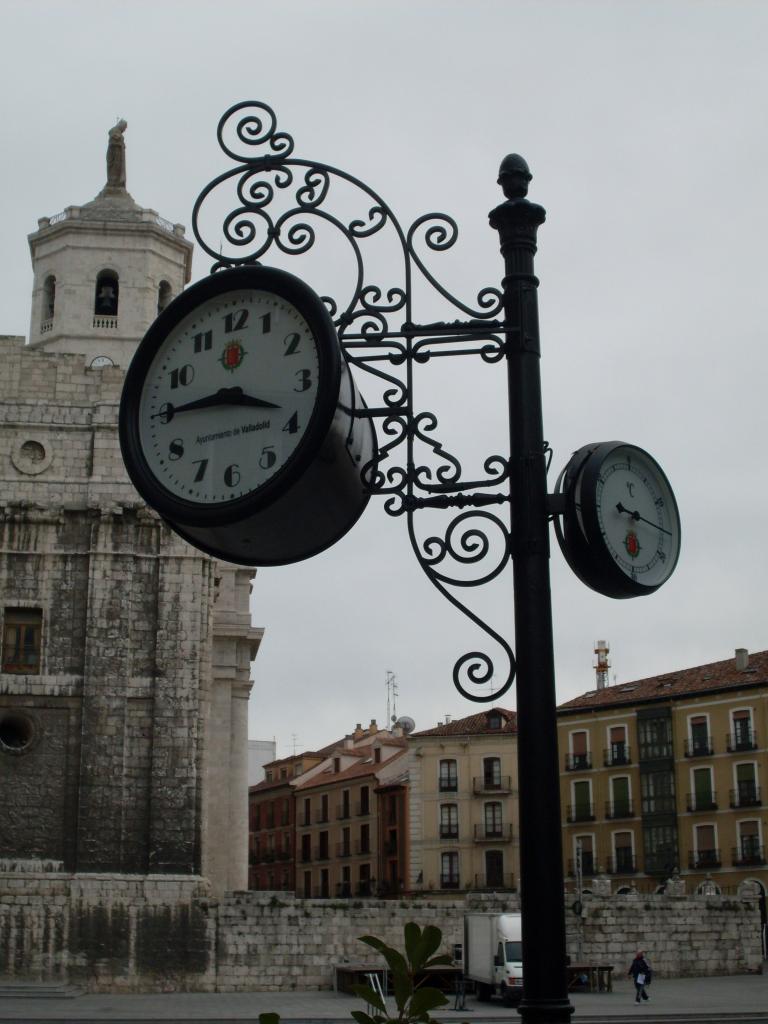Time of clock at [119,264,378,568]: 3:45
